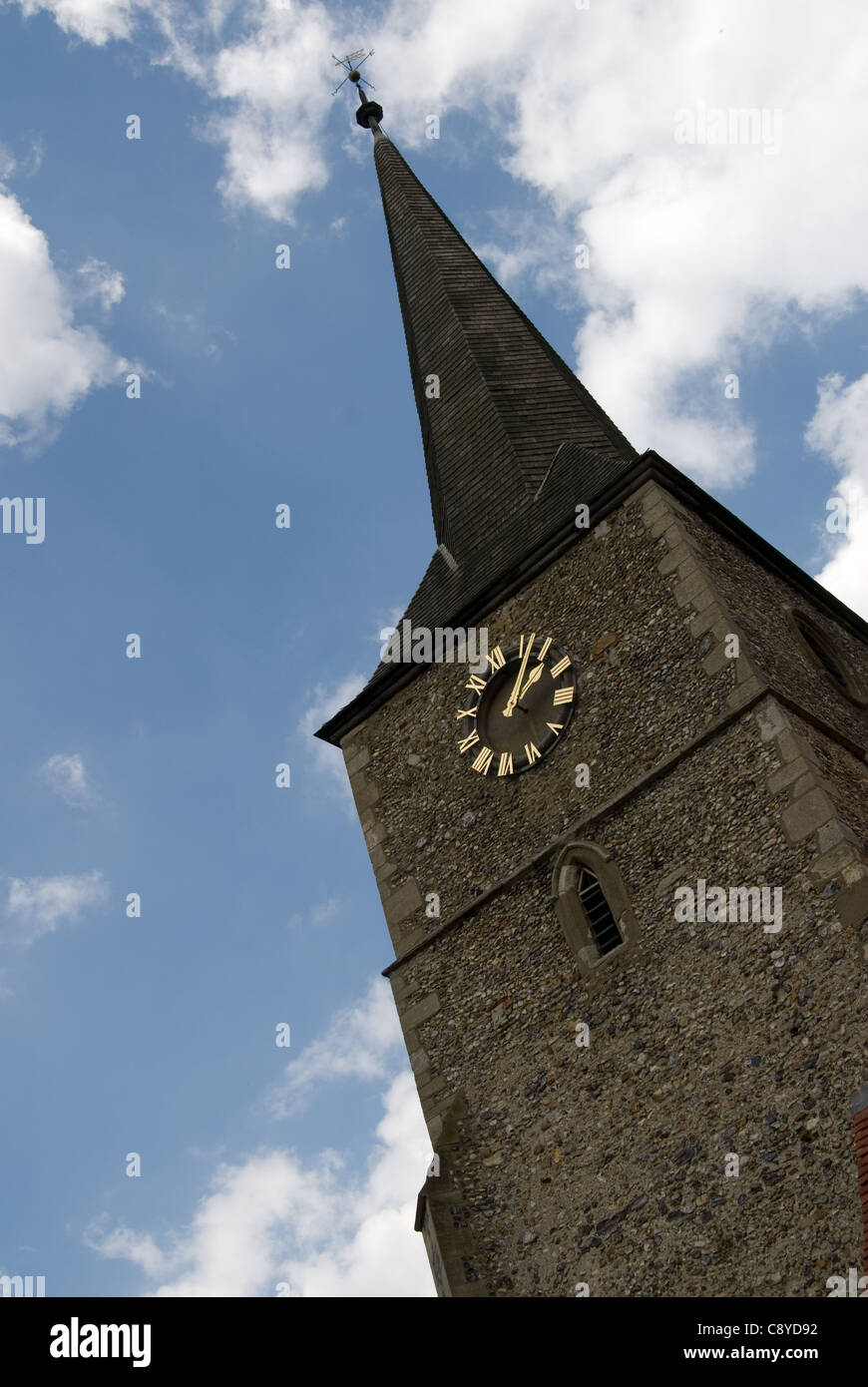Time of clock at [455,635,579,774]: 1:02
